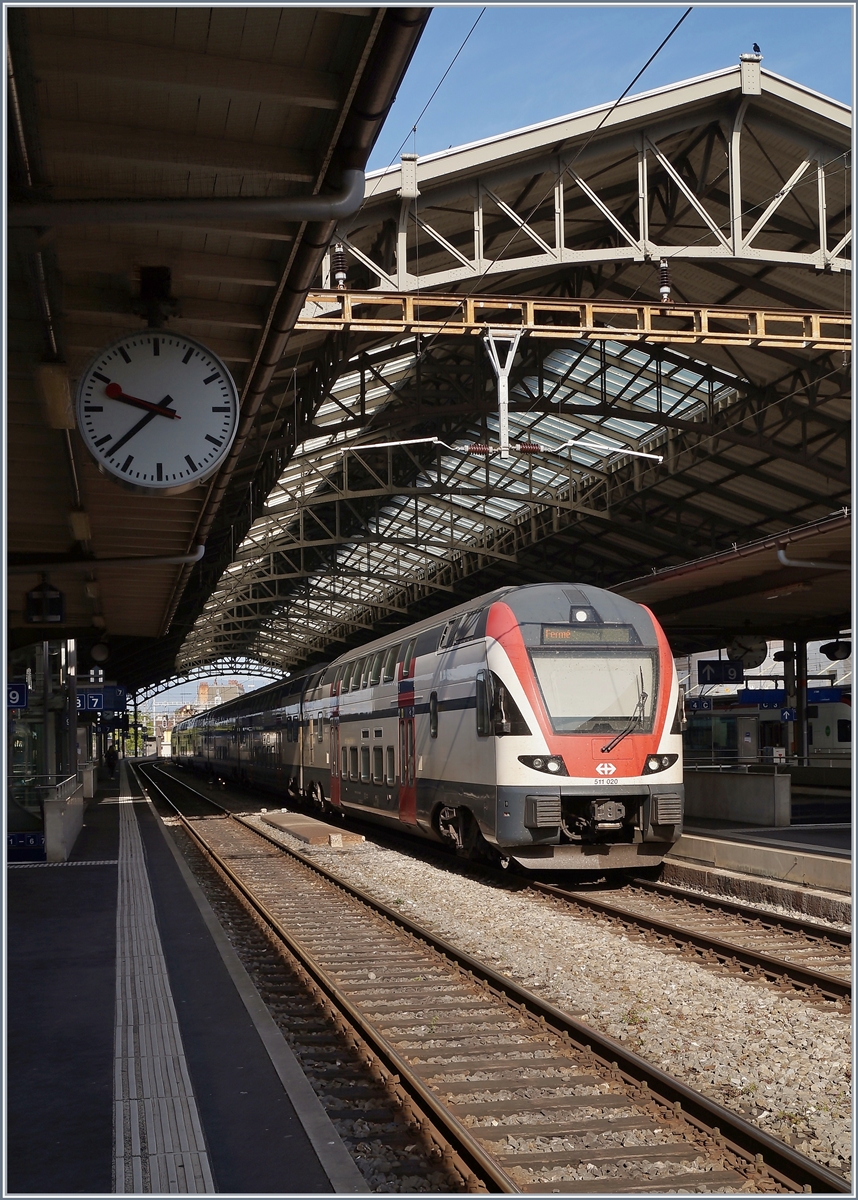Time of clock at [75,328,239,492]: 9:38
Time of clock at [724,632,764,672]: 9:38
